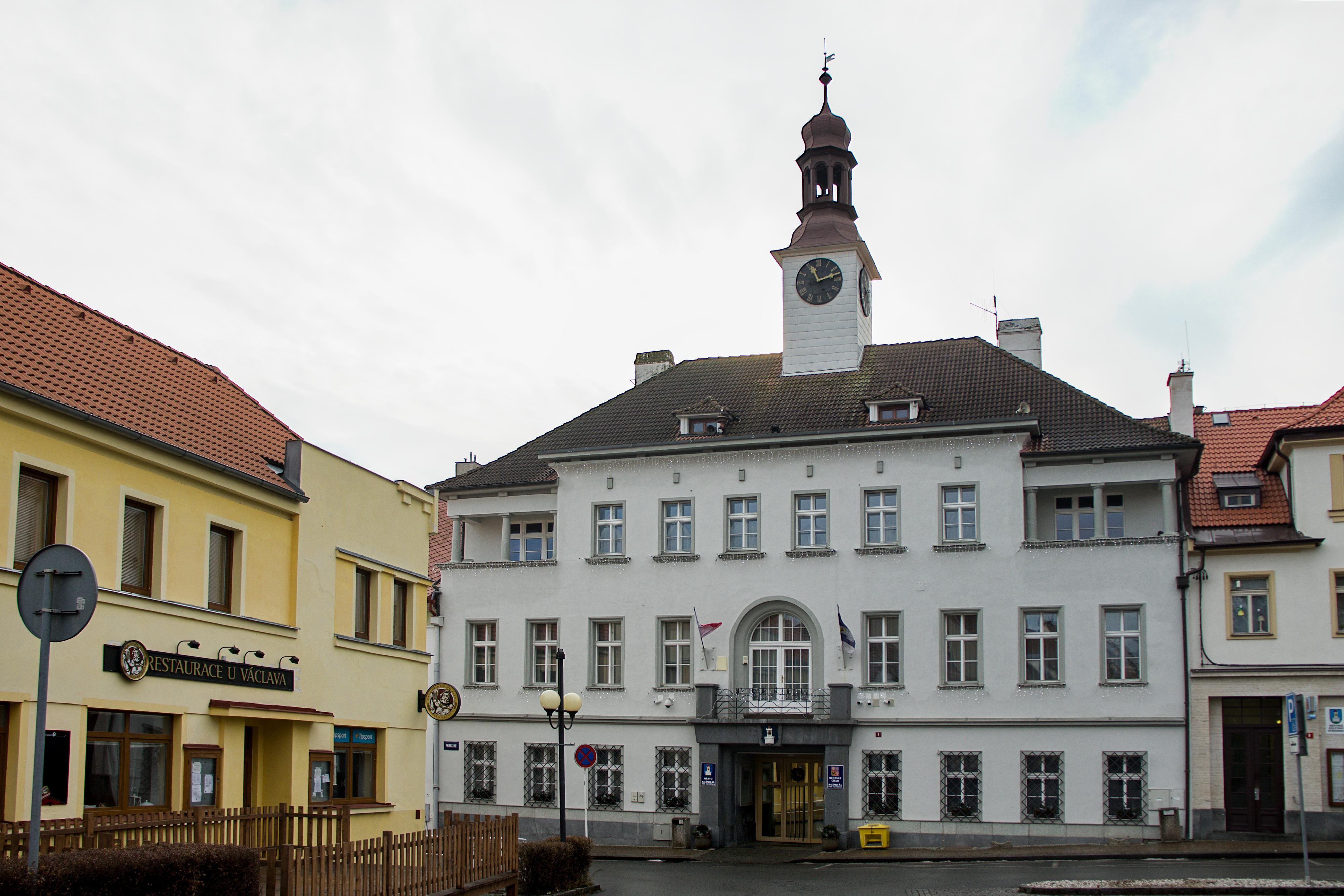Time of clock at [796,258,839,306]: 11:12
